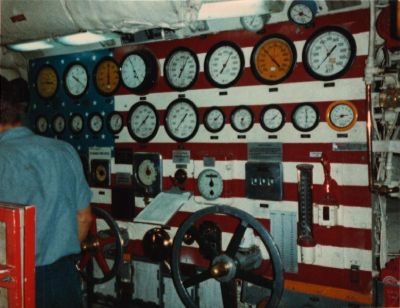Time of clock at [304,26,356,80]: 1:35
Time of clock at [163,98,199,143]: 1:36
